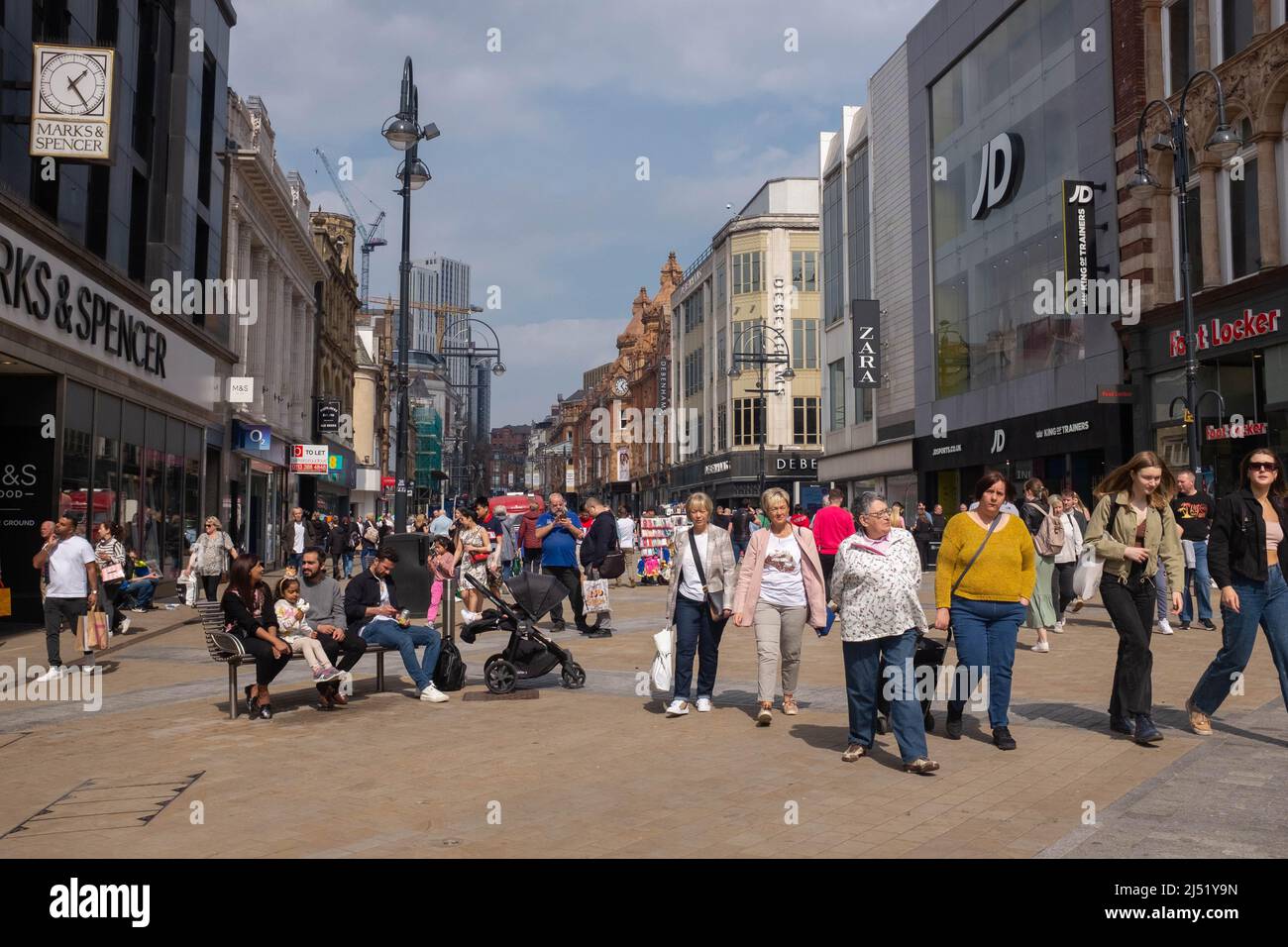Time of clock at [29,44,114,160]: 1:23
